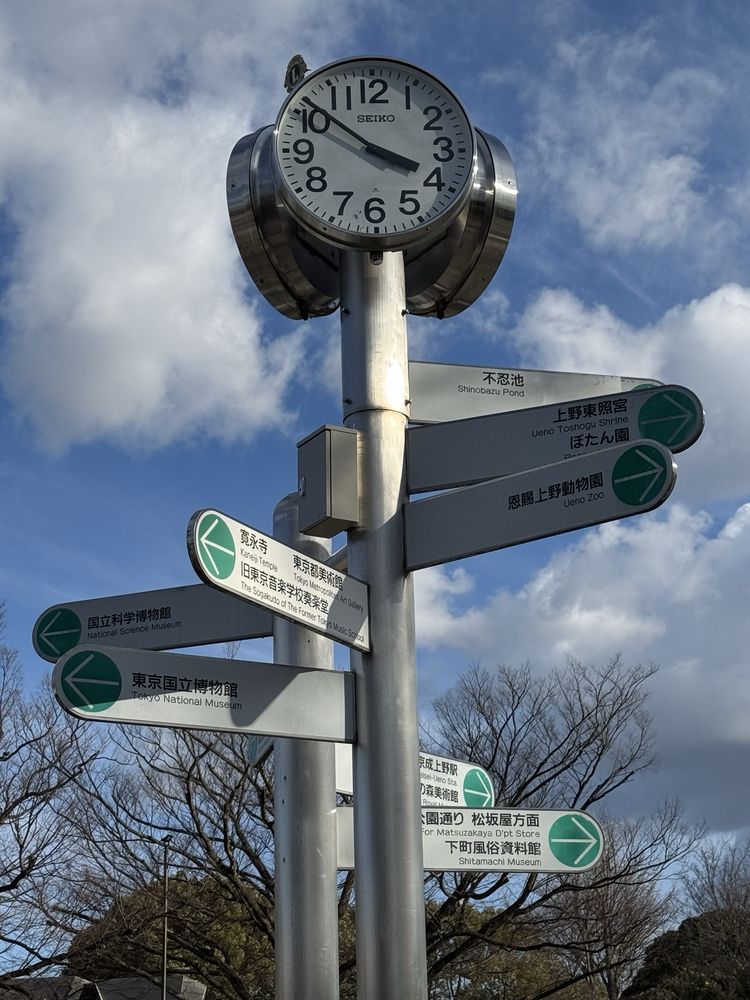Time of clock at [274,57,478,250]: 3:51
